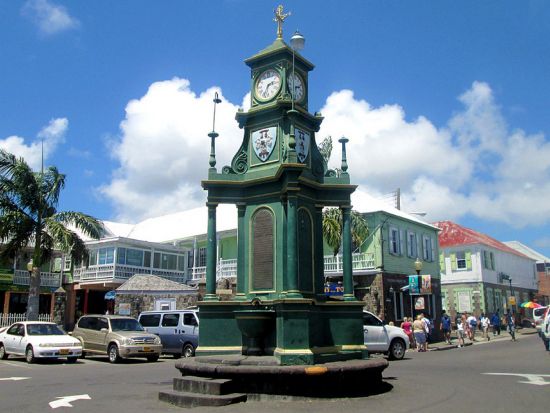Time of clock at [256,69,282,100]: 2:33
